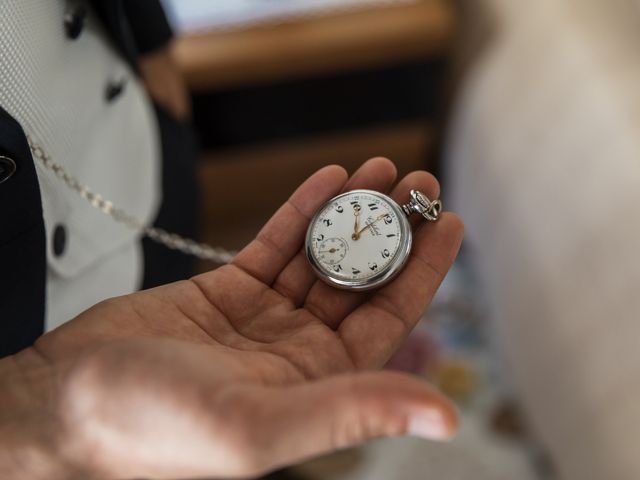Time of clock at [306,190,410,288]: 12:08
